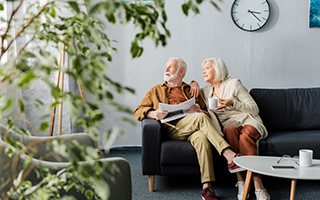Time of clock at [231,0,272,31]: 3:22
